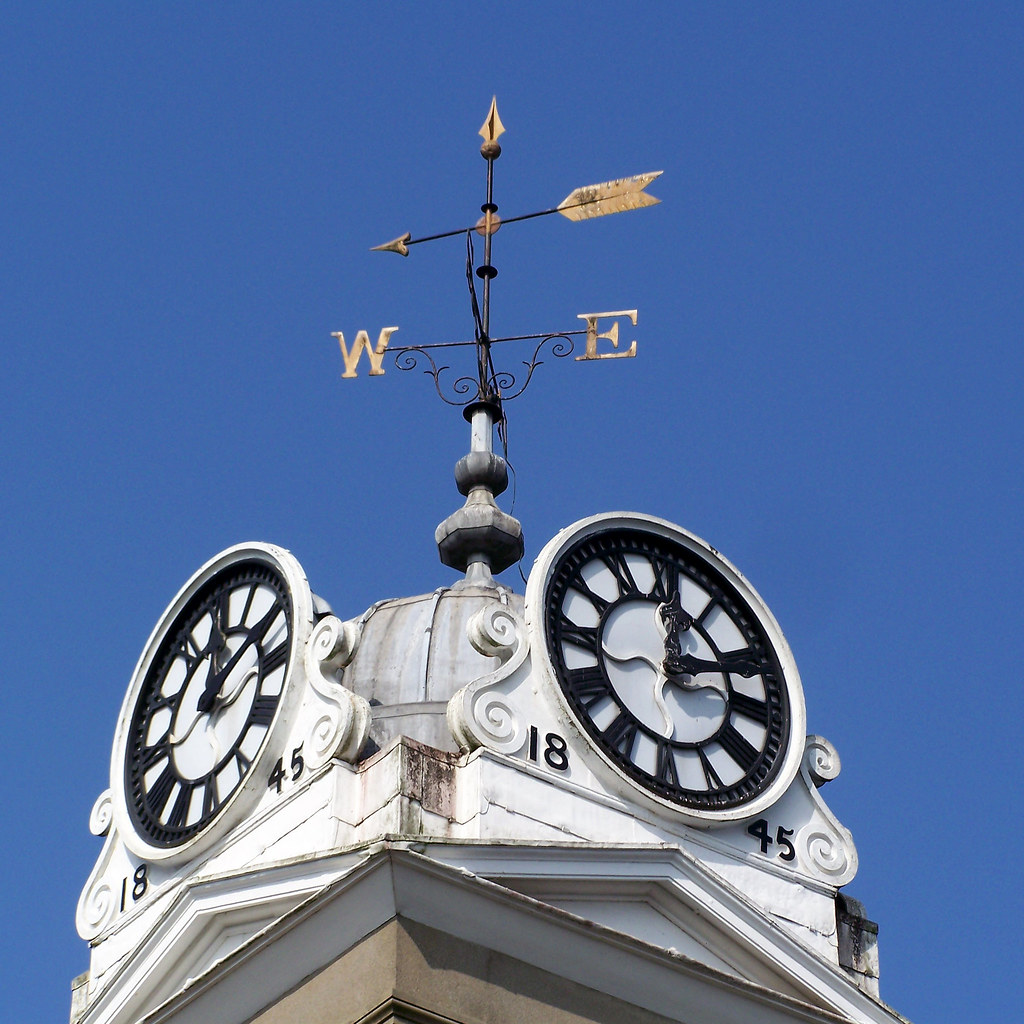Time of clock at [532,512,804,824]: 12:12
